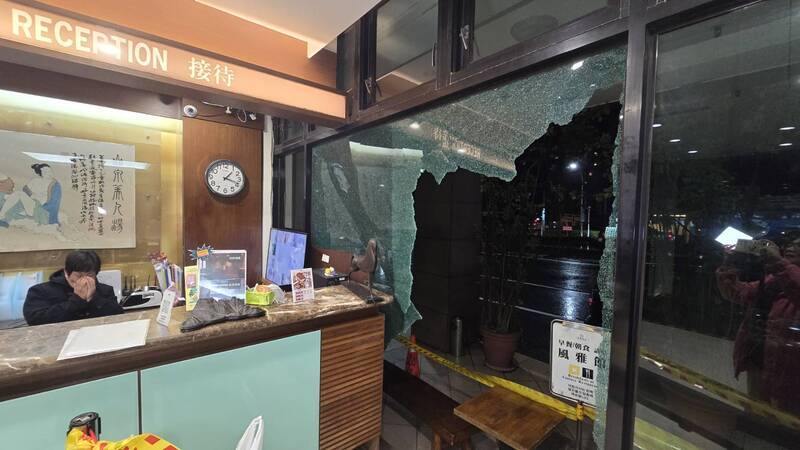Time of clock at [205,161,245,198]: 1:18
